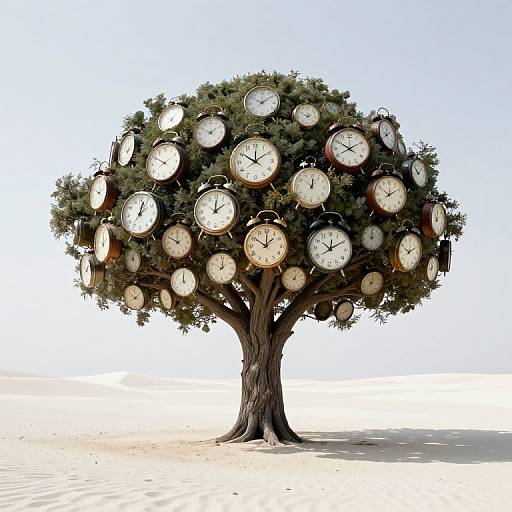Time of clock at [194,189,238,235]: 12:09
